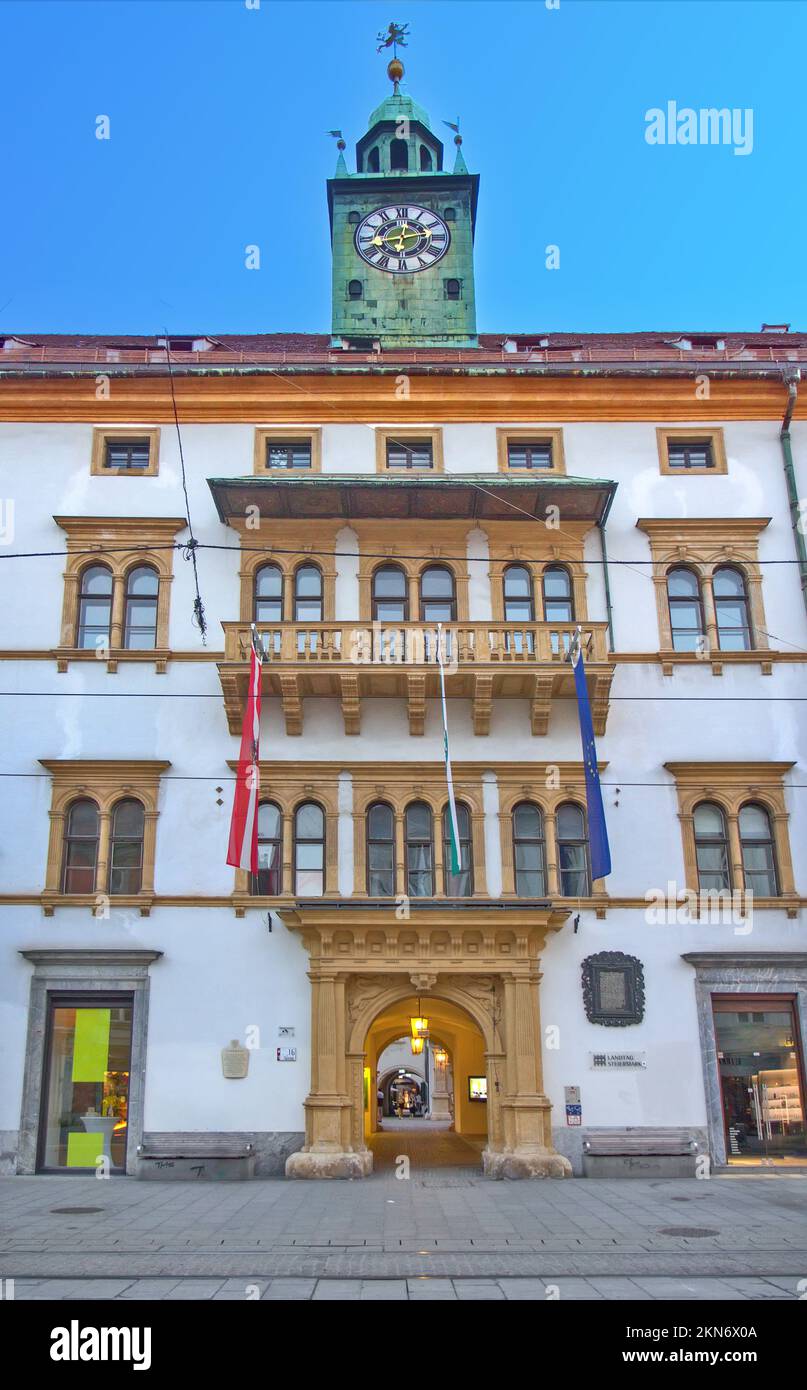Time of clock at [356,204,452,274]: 12:12
